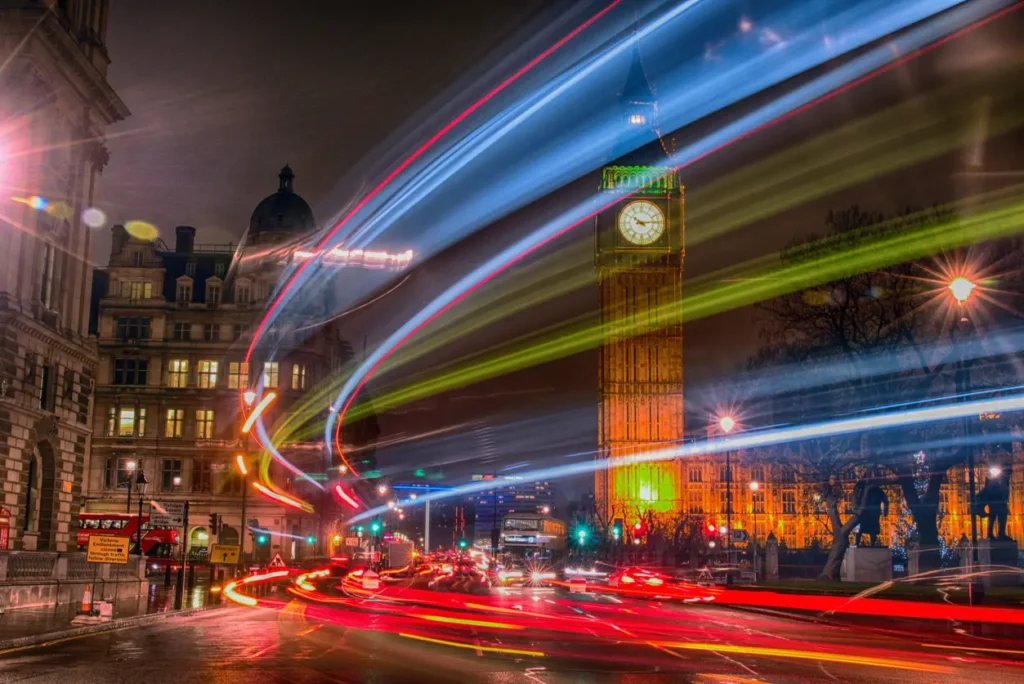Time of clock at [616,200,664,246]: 10:13
